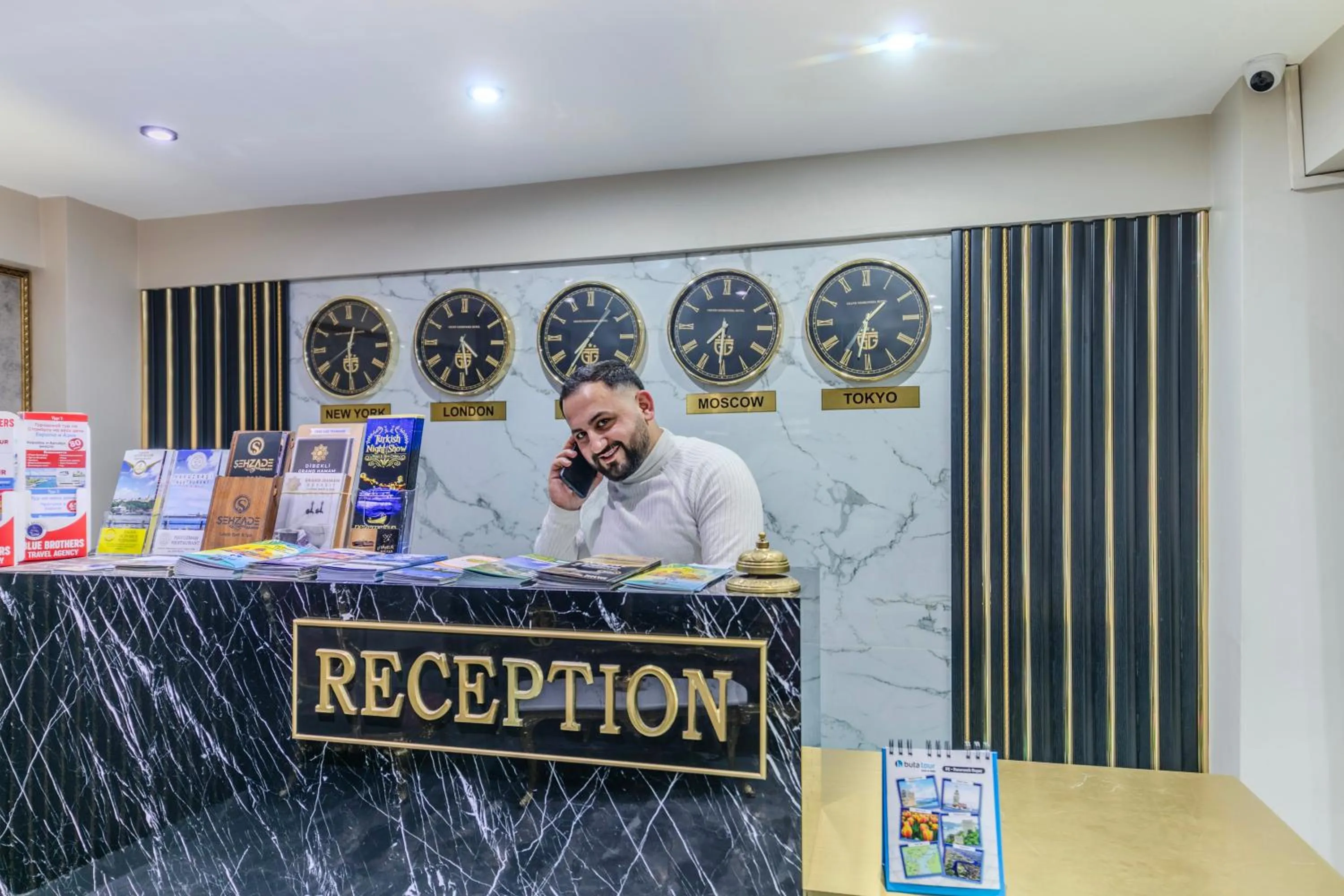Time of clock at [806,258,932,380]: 1:32
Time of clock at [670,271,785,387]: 7:30
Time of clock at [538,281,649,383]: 7:06
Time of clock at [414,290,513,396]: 4:28
